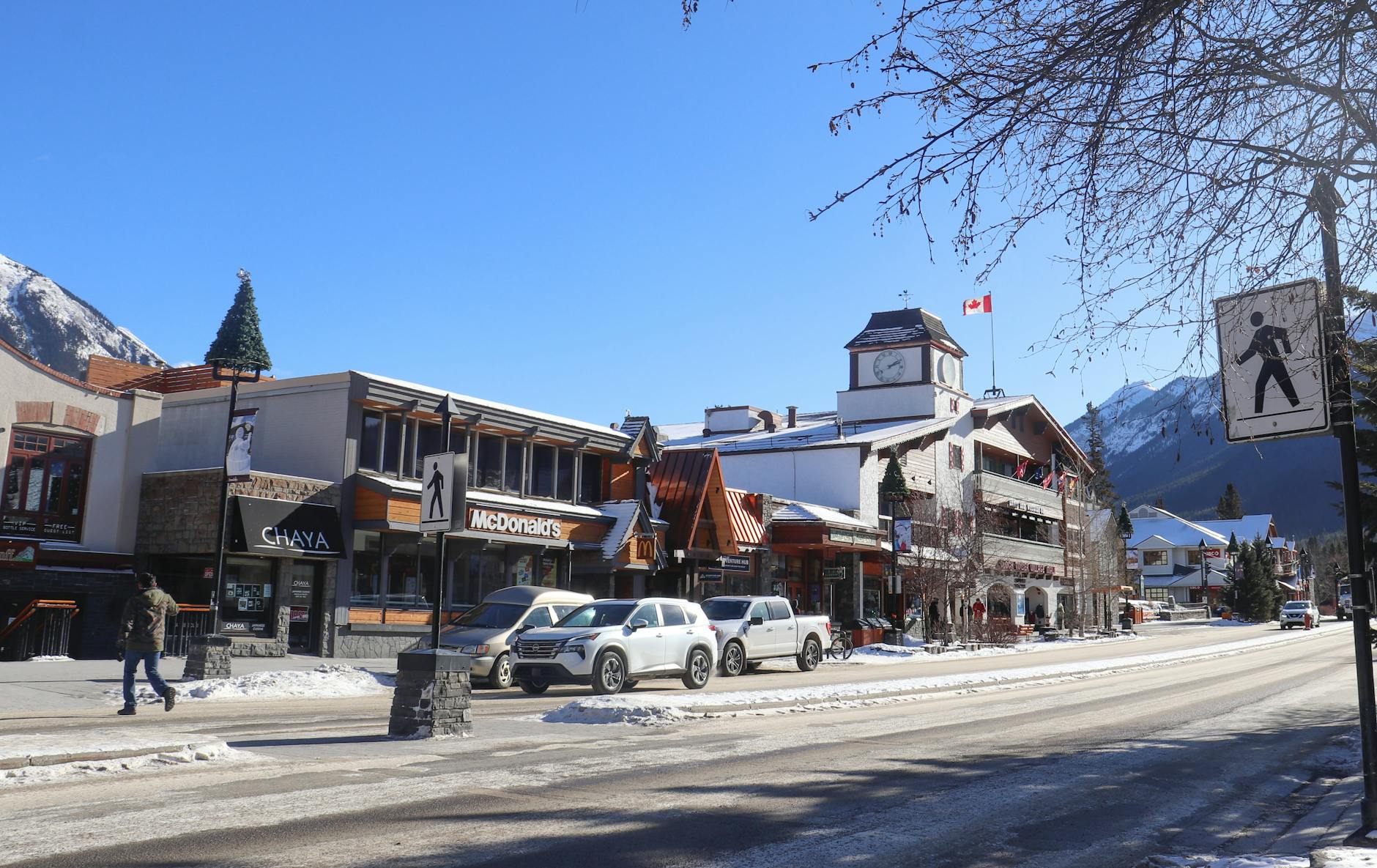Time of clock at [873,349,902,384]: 2:09
